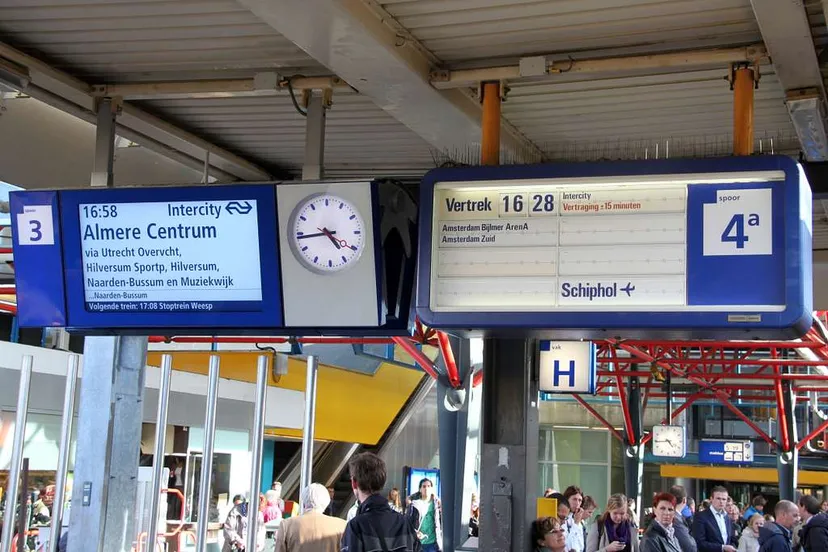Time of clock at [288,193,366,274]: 4:43
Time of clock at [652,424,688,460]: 4:44
